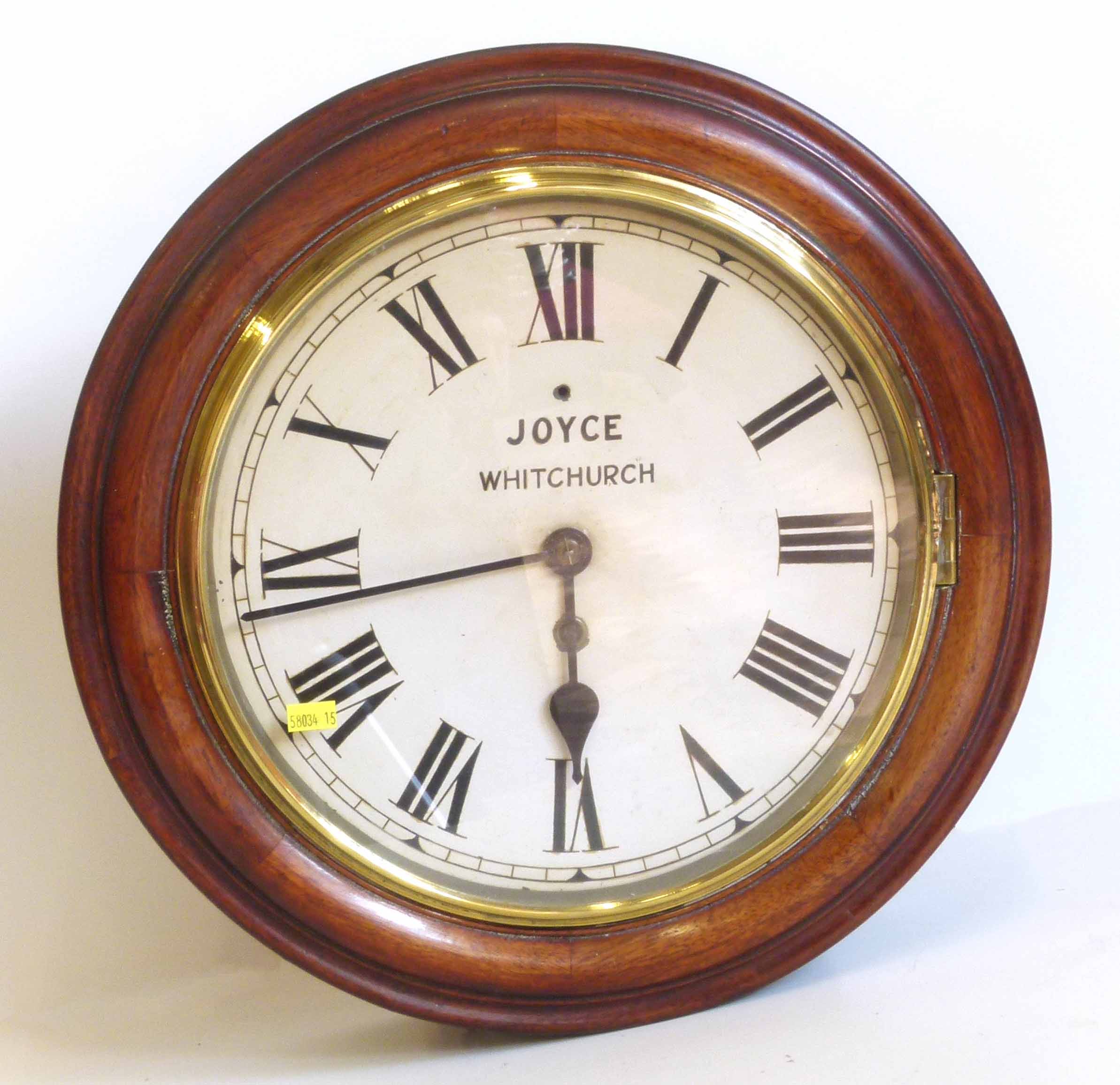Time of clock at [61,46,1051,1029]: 5:43
